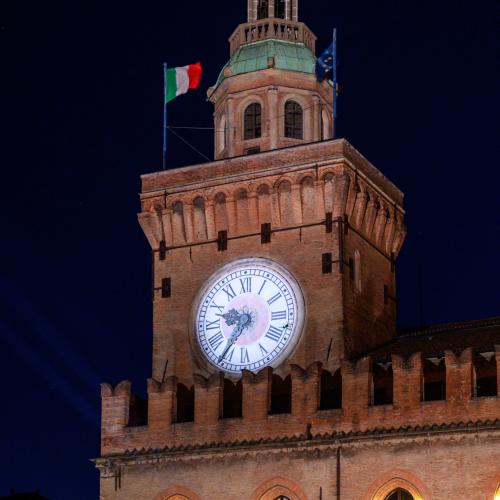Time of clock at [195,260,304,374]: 9:35
